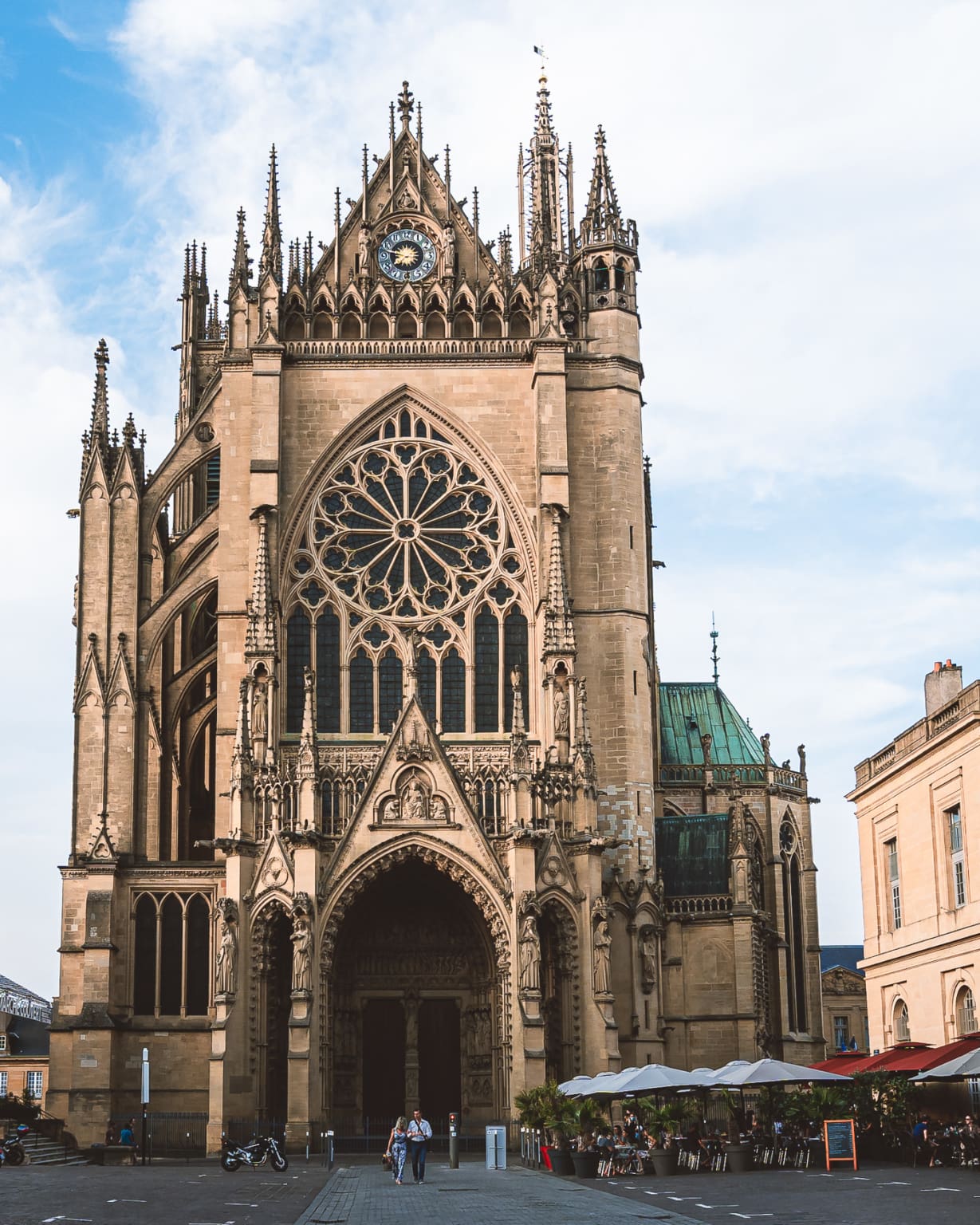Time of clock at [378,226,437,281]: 7:47
